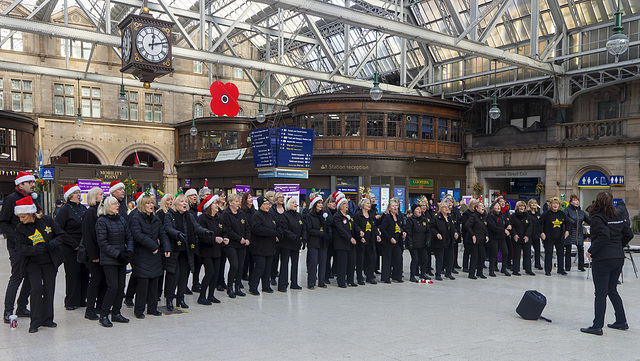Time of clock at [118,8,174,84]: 12:12
